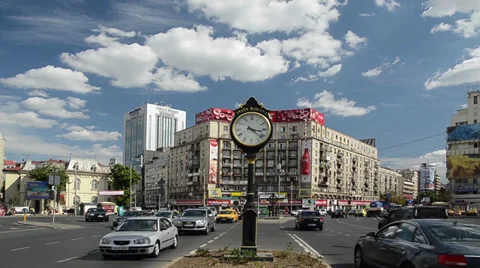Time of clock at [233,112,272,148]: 3:21
